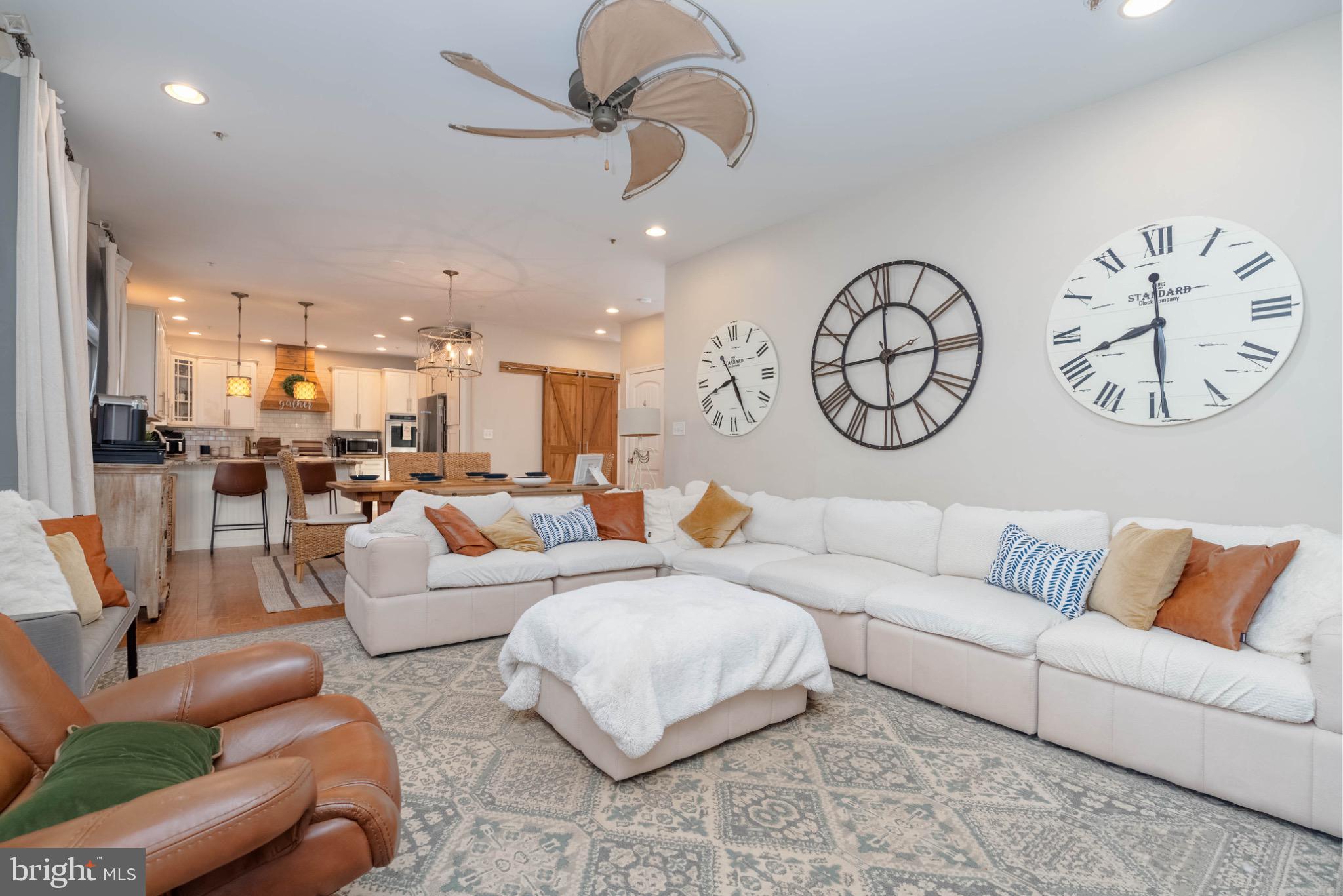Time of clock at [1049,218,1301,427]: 8:29
